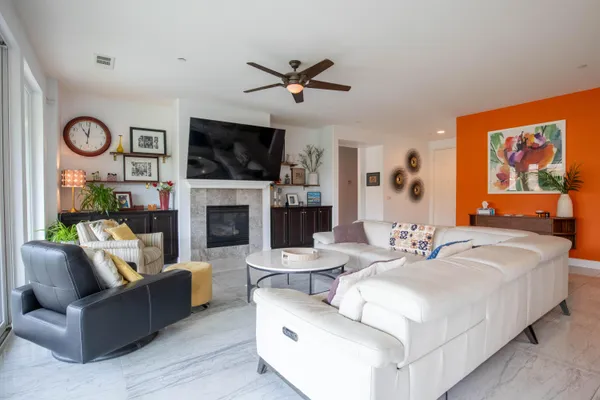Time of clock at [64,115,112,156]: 11:01
